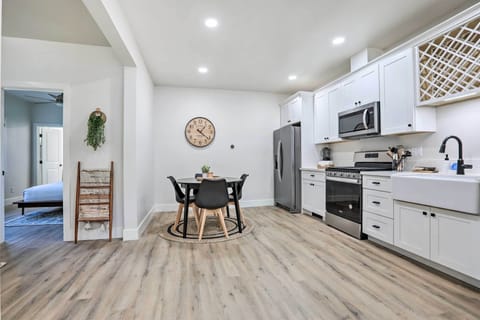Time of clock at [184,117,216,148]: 1:21
